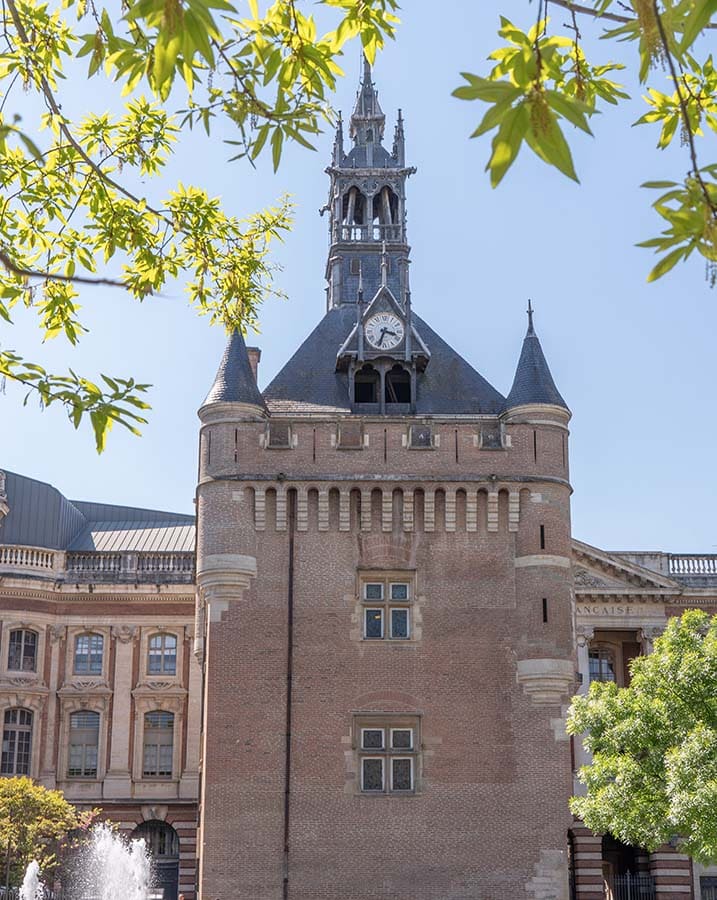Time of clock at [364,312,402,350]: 3:33
